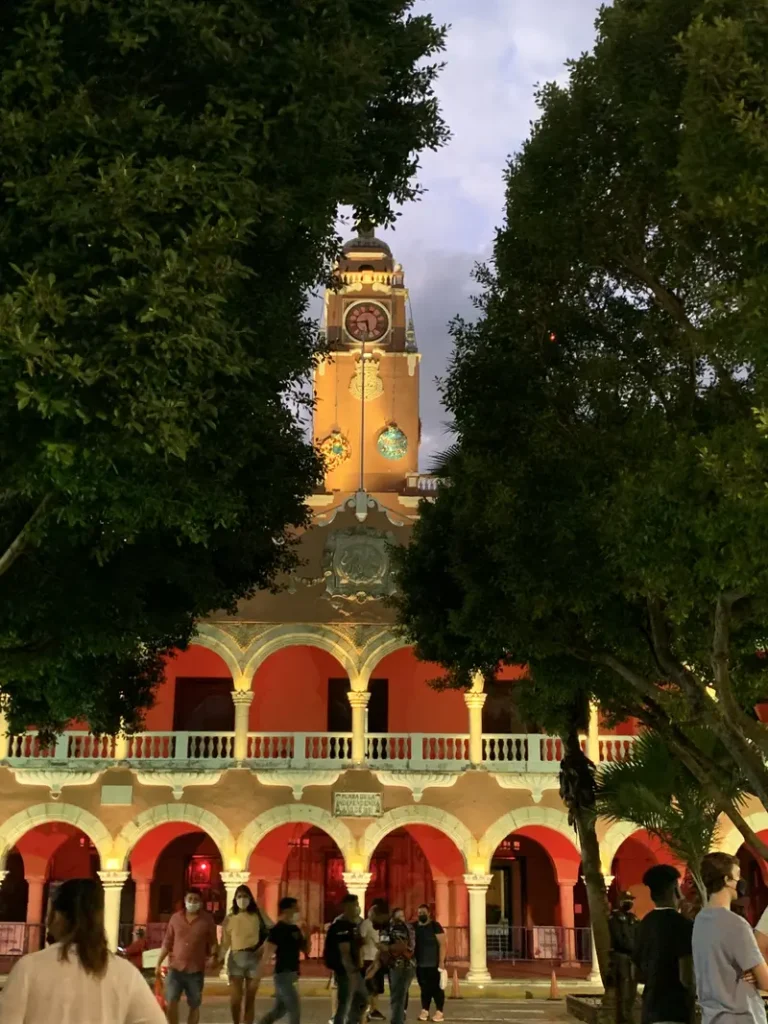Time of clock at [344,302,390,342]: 5:43
